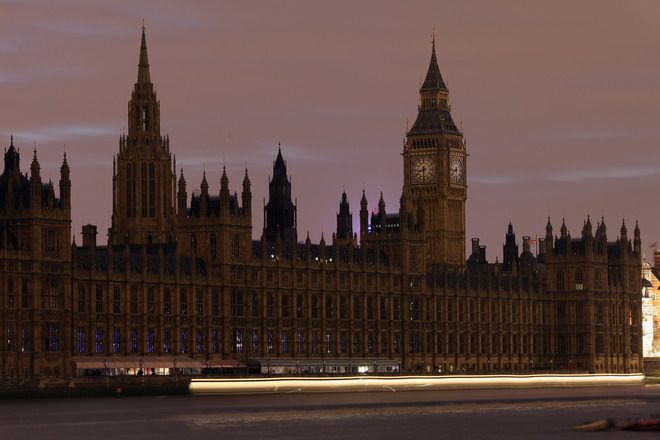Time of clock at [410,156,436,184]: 8:30
